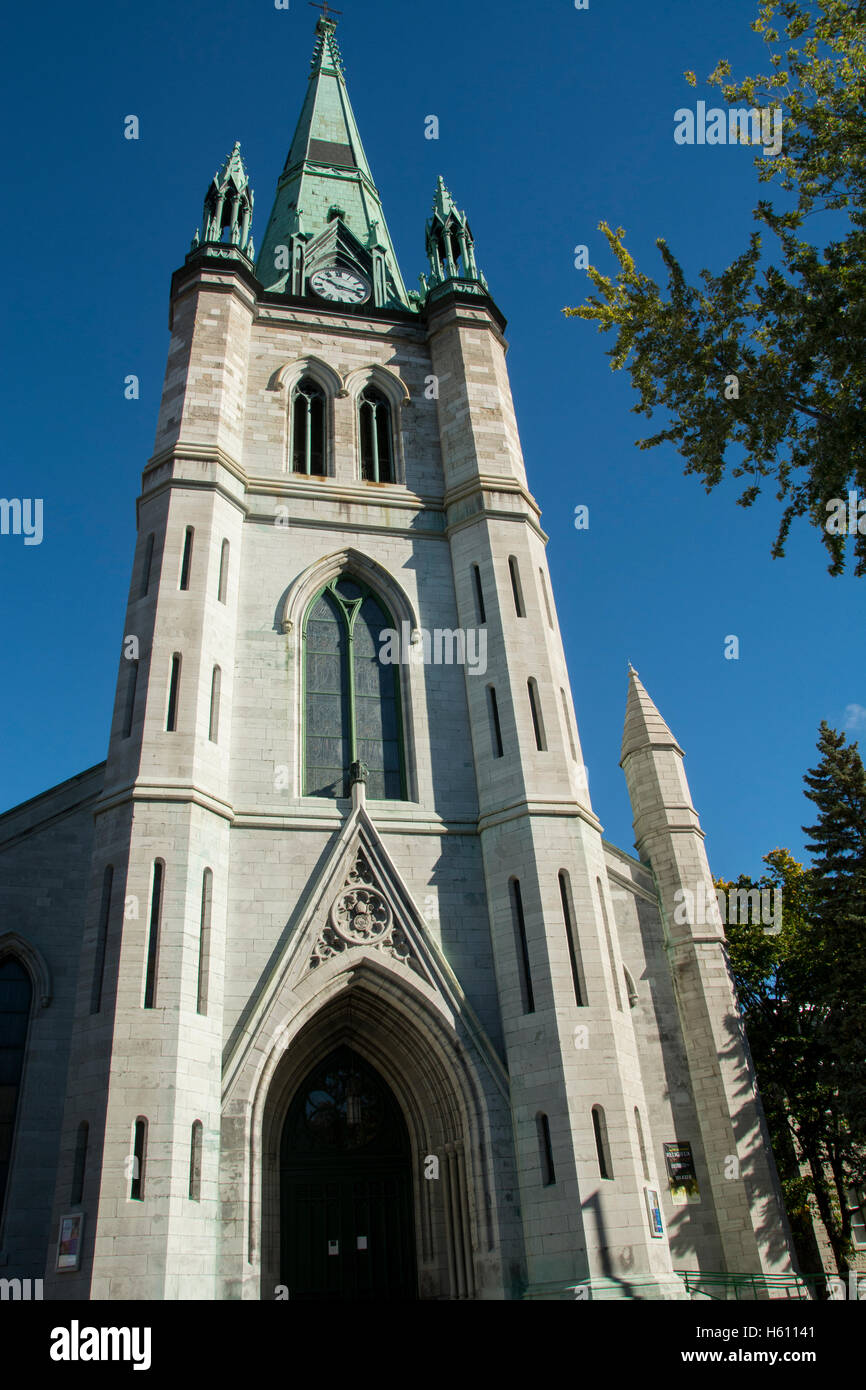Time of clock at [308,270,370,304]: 10:17
